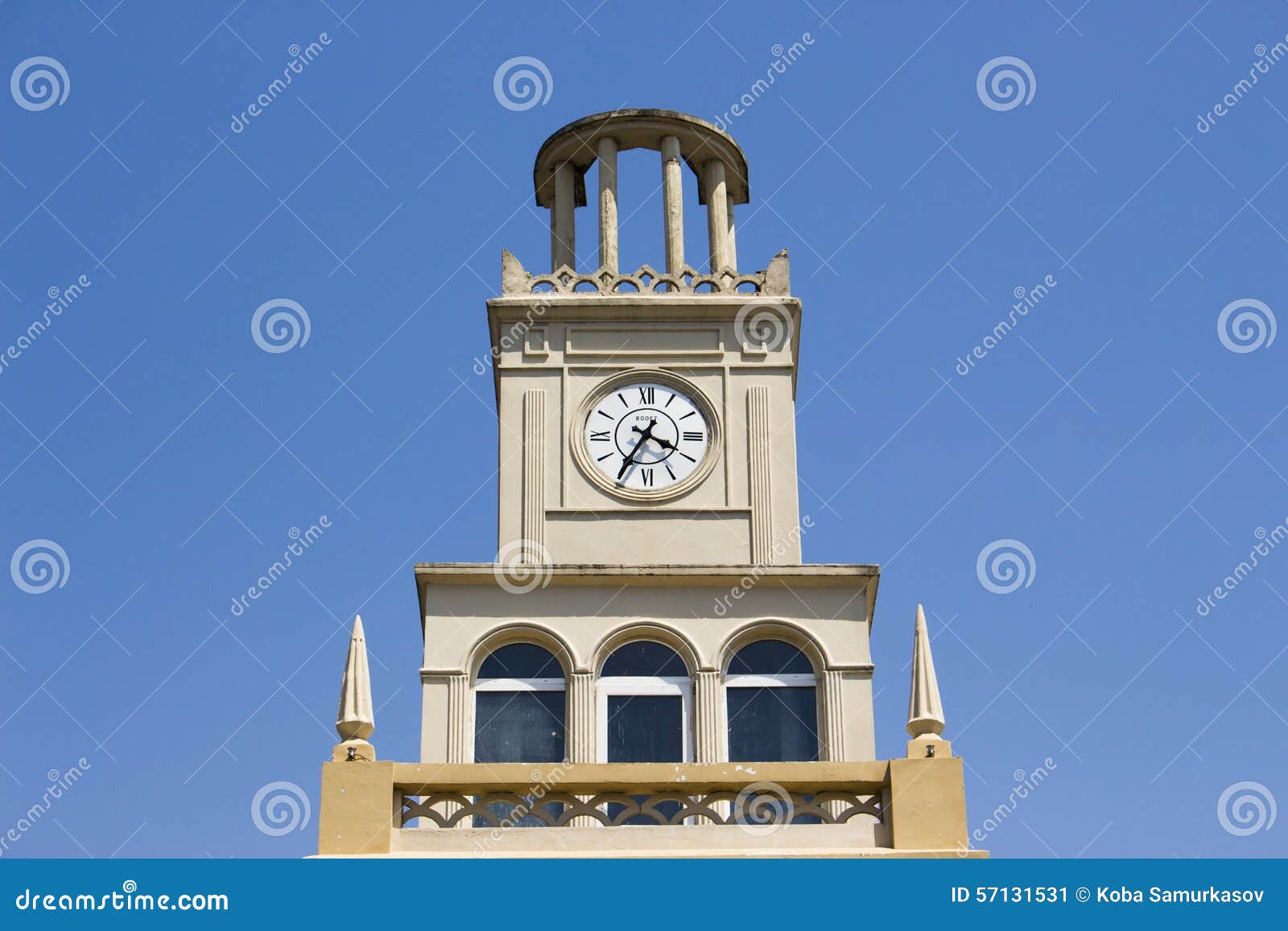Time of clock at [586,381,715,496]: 3:35
